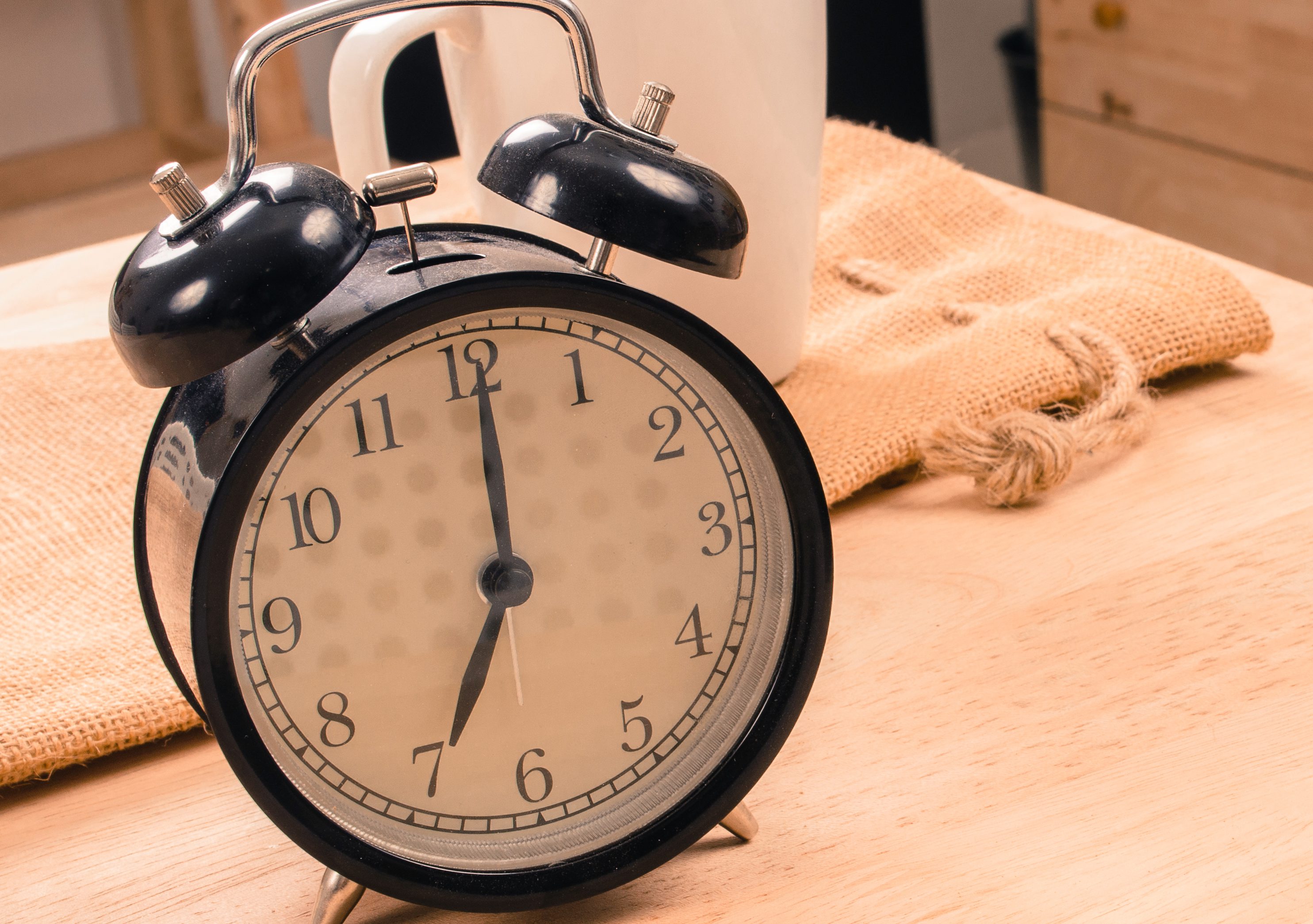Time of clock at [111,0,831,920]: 7:00
